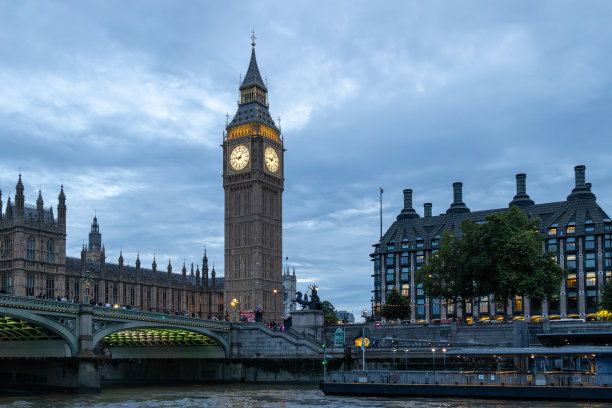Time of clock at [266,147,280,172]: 9:07
